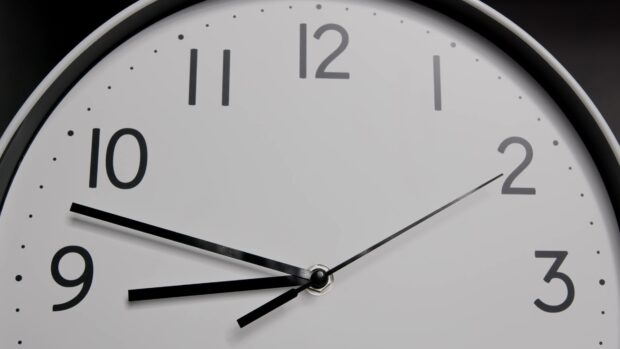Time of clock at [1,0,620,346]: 8:48
